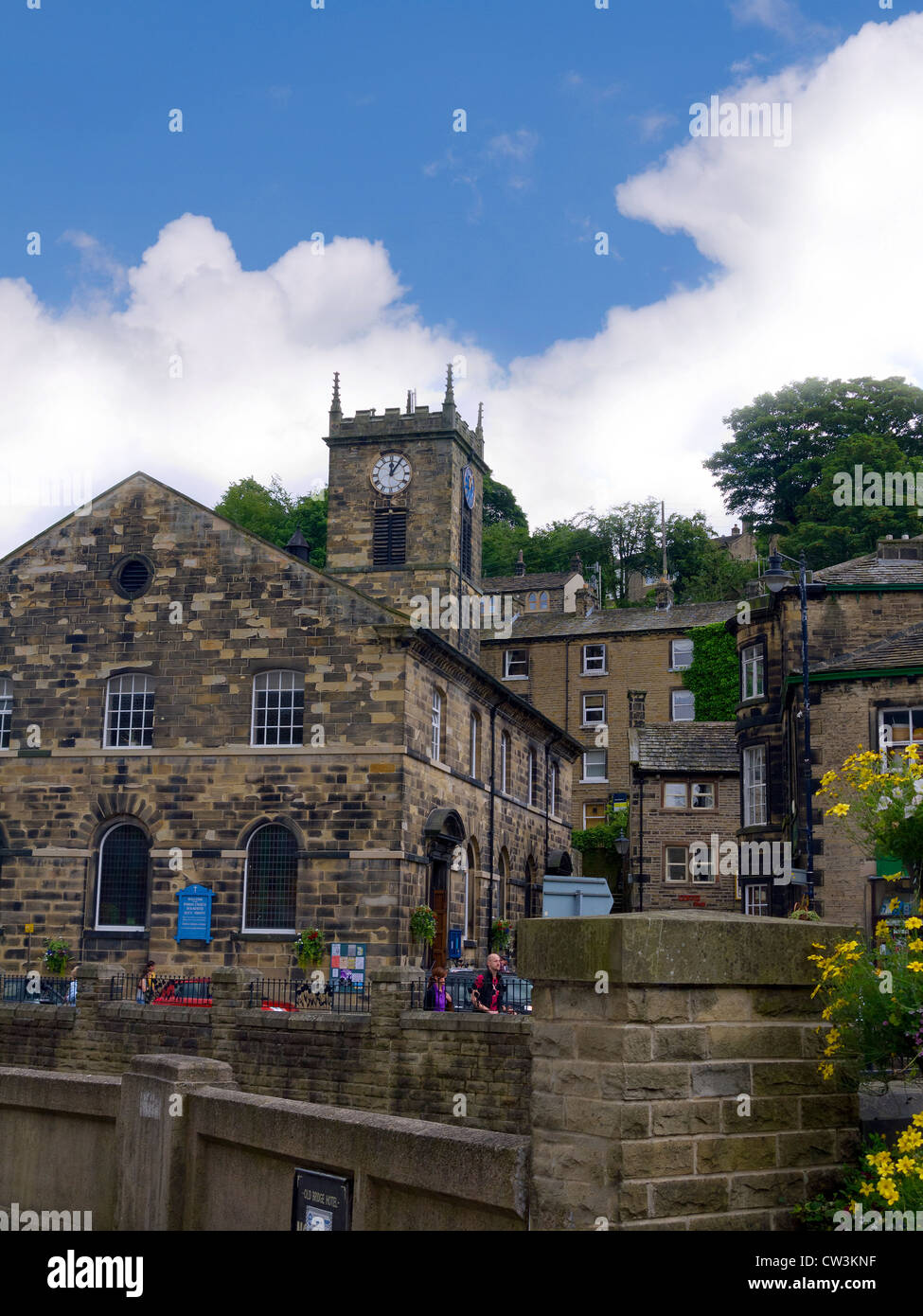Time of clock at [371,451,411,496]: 12:06
